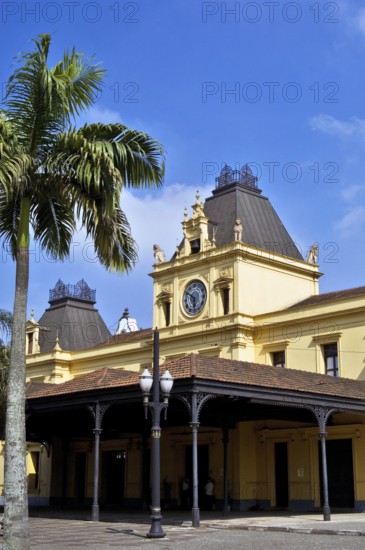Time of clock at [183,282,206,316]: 5:50
